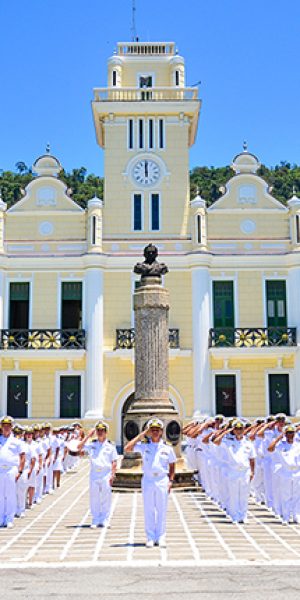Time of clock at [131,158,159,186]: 11:59
